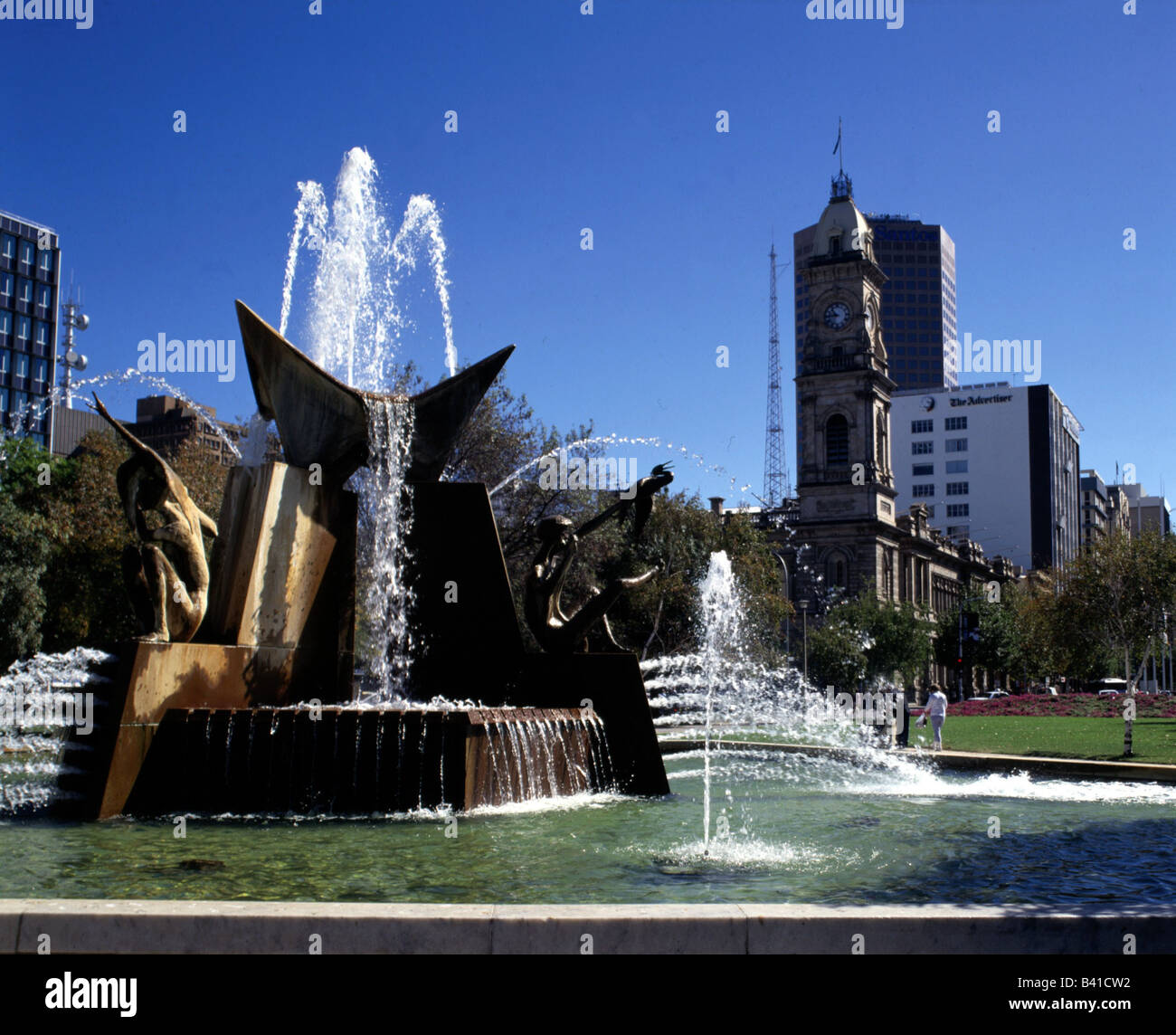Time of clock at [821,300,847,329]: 8:53
